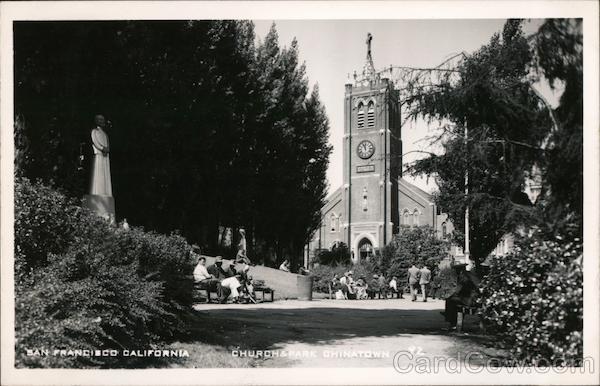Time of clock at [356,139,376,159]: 11:56
